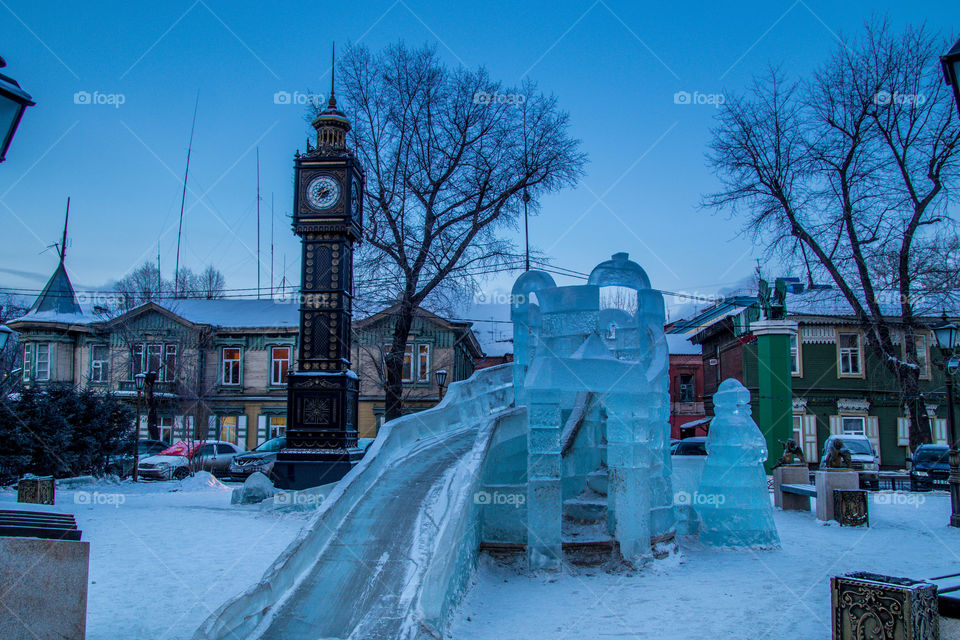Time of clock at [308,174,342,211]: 8:36
